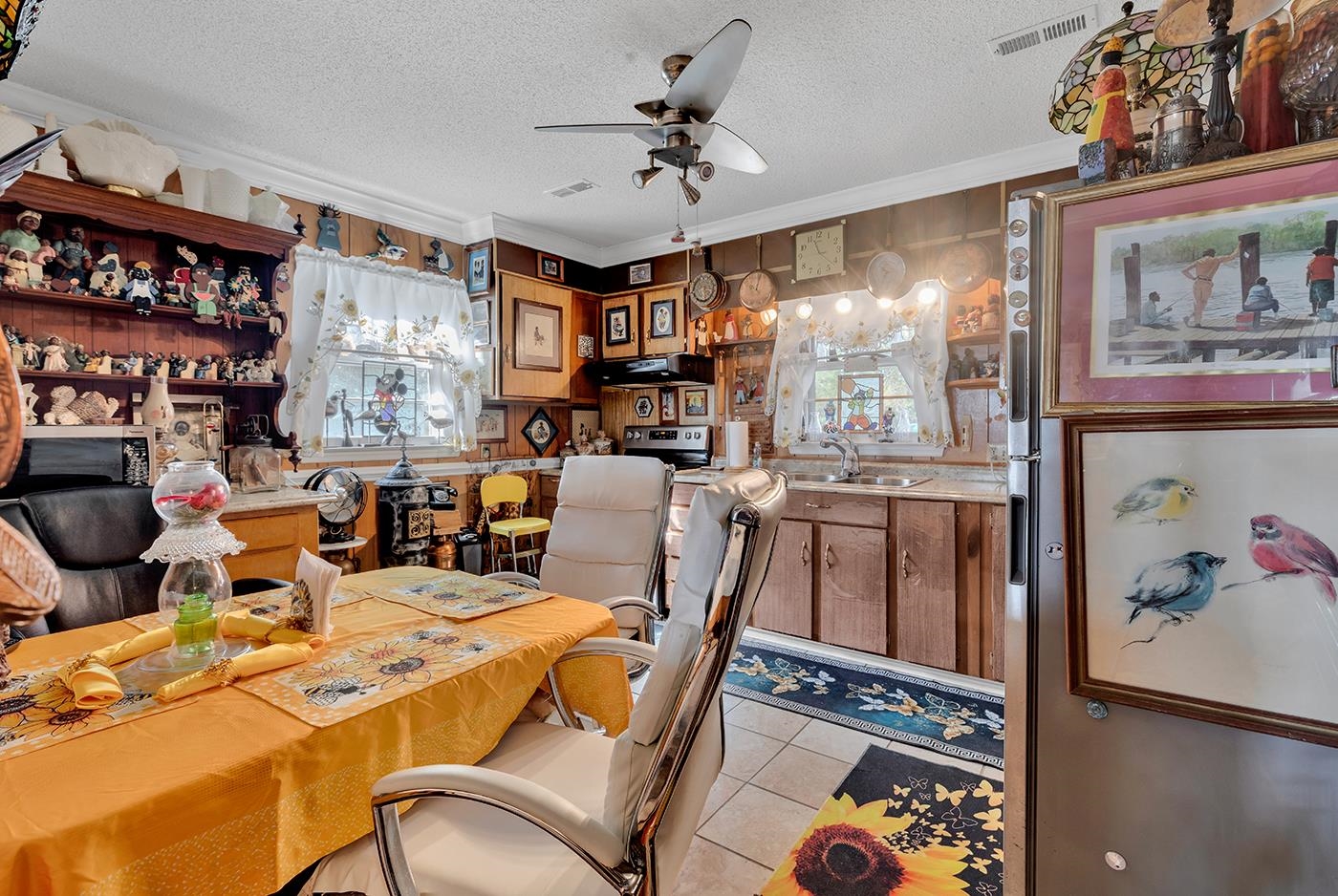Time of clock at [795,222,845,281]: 11:22
